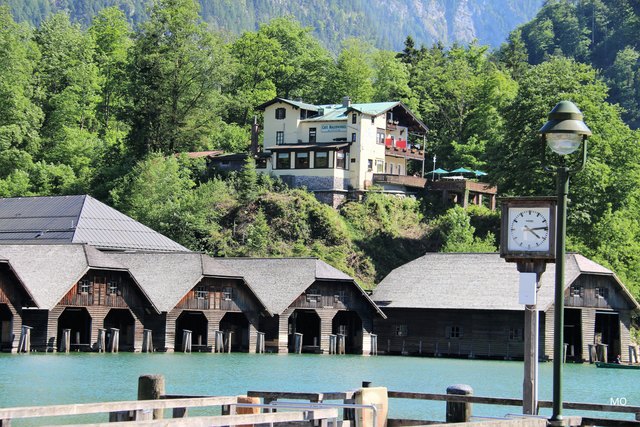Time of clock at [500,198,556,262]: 4:13
